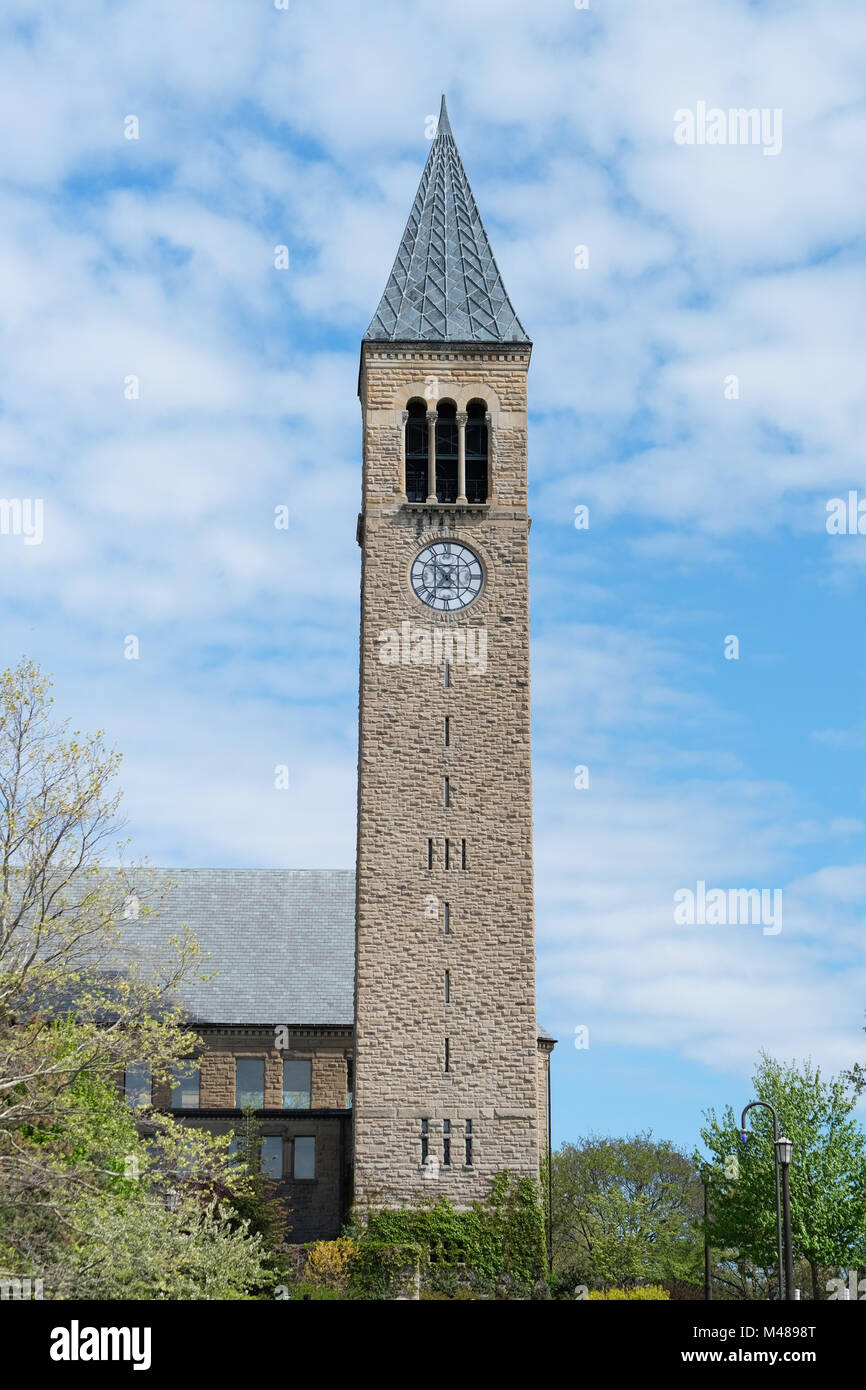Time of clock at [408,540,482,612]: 4:35
